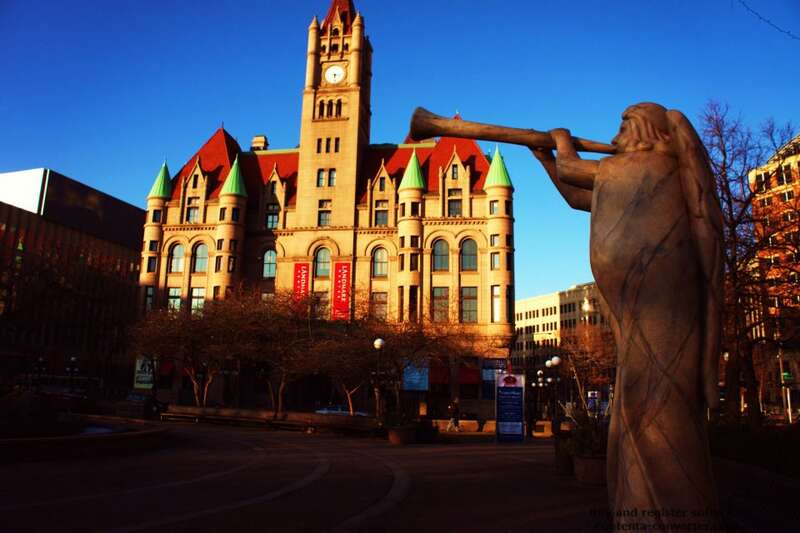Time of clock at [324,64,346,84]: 3:28
